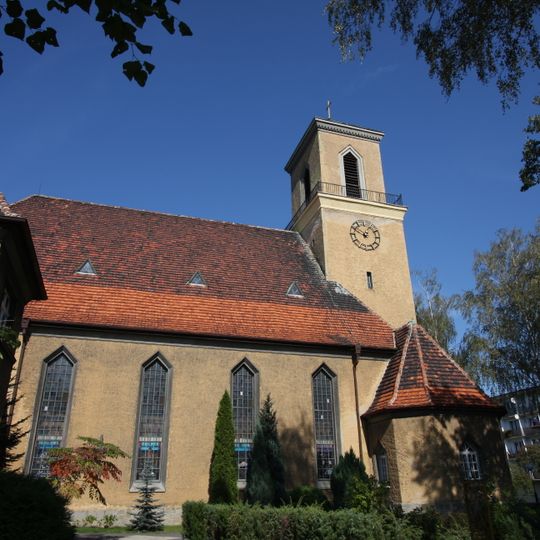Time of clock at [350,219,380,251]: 12:49
